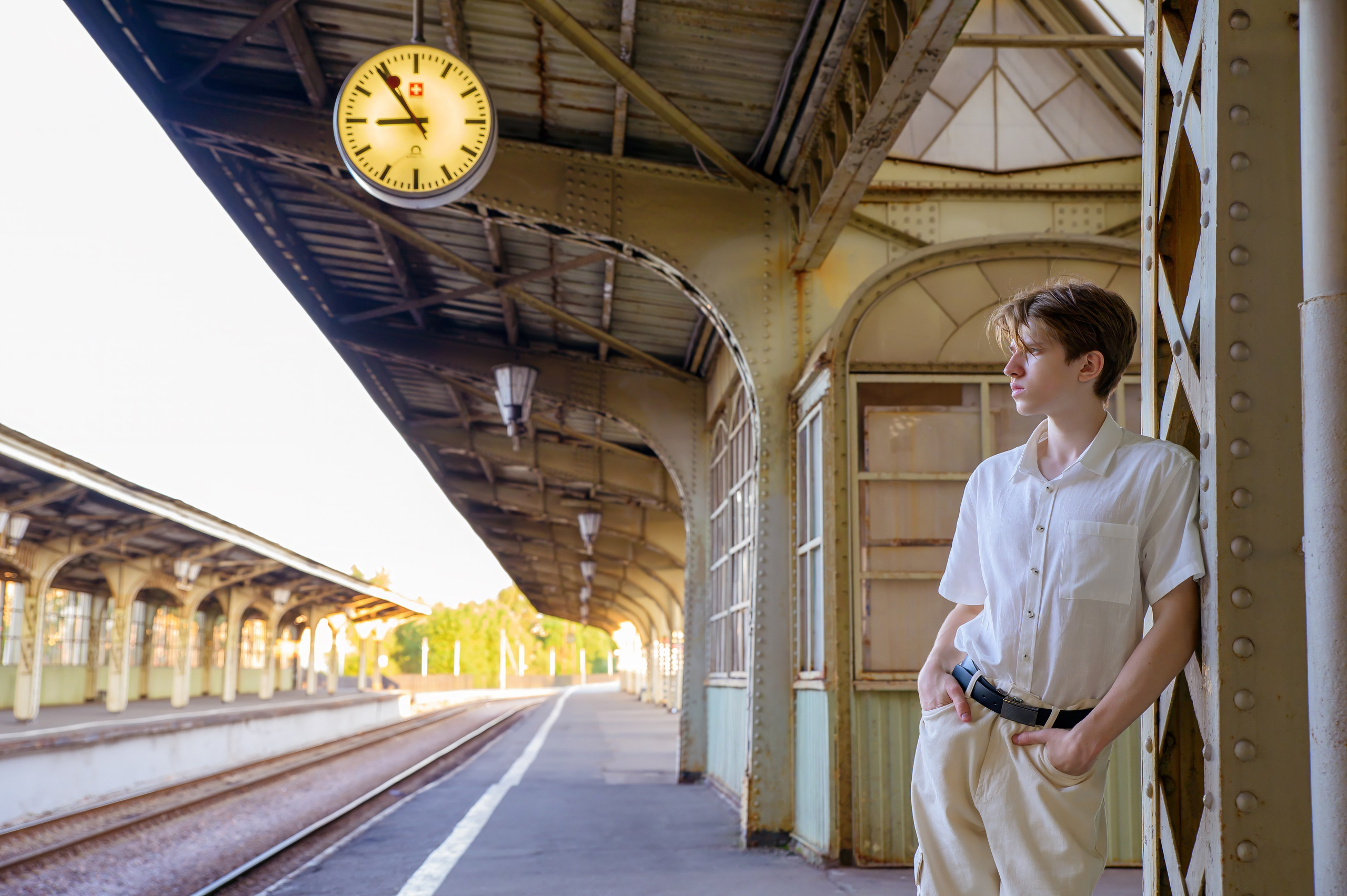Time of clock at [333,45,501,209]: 8:54
